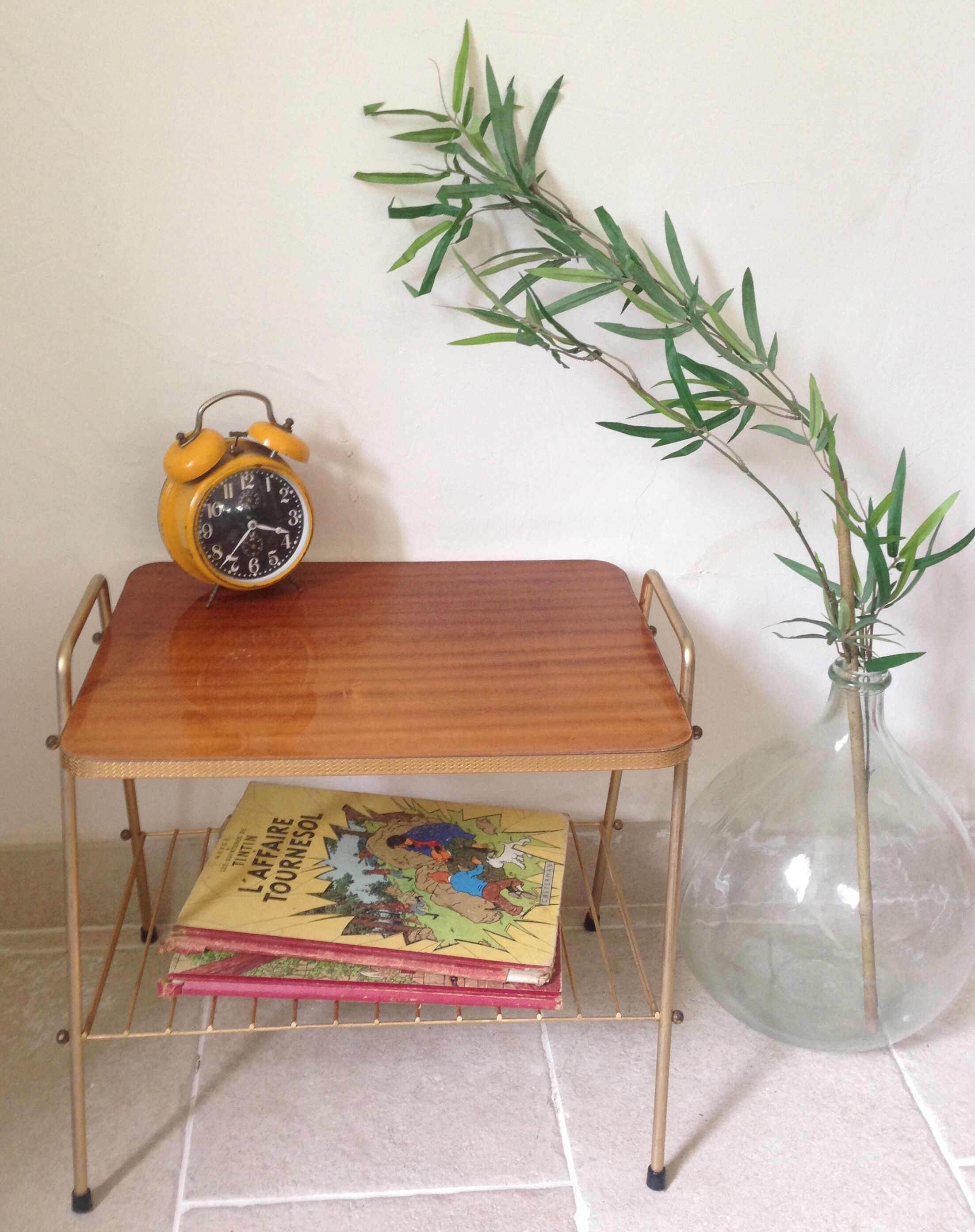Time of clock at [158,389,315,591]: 3:37
